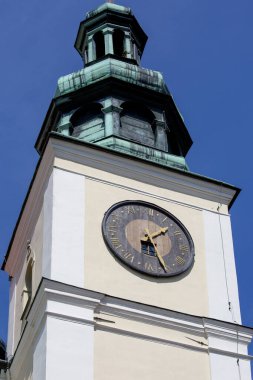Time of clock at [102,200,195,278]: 1:26
